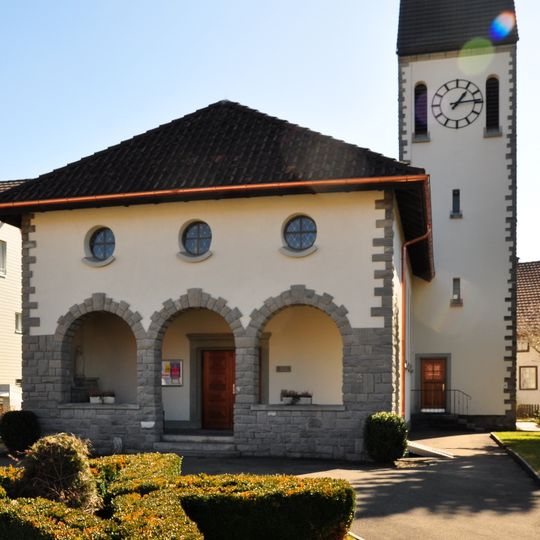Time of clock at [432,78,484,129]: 1:13
